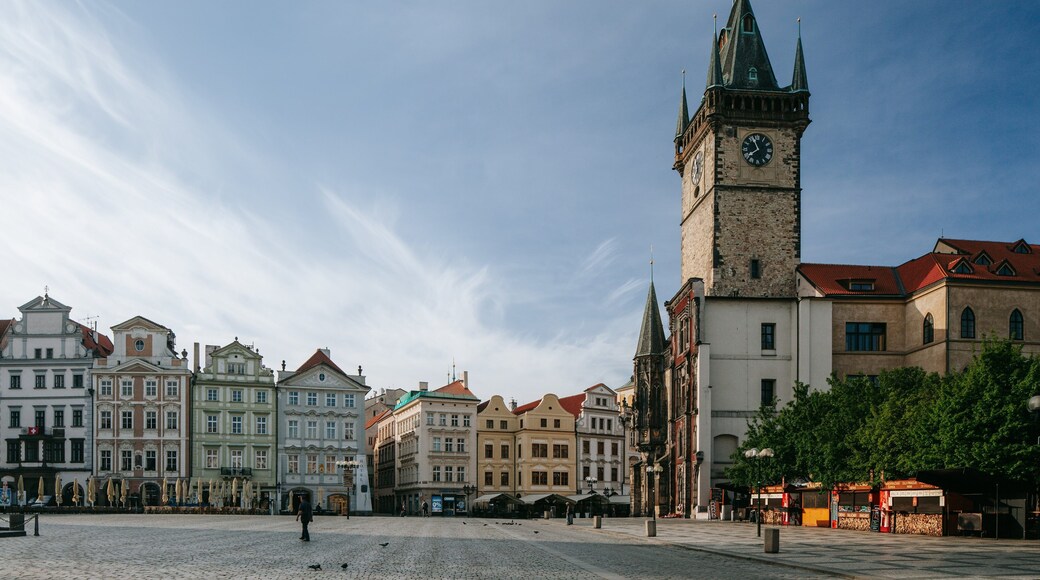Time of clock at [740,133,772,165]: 7:56
